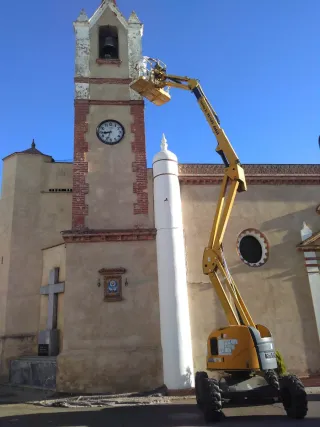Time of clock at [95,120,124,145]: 8:33
